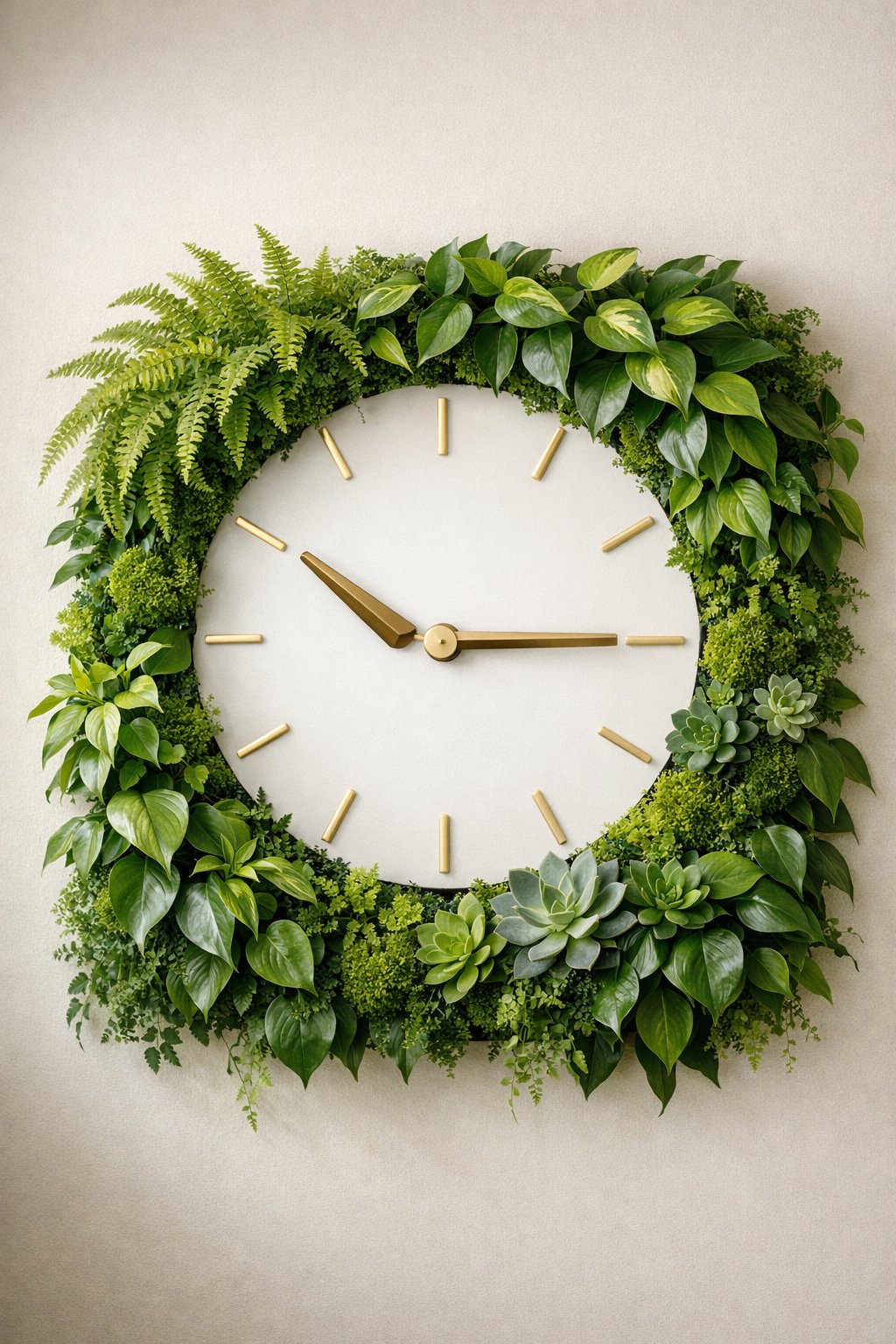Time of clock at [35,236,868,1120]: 10:14
